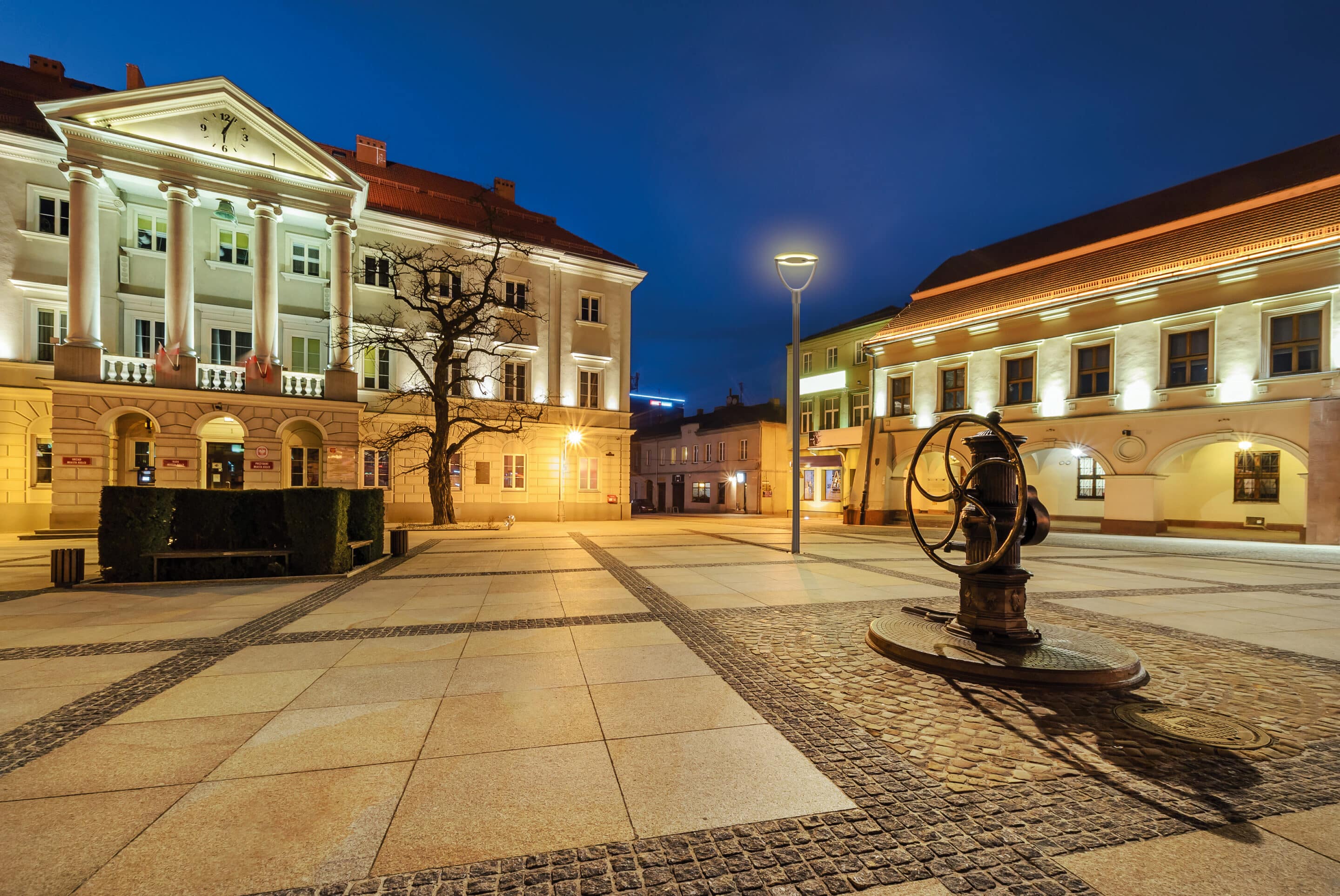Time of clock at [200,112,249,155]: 6:03
